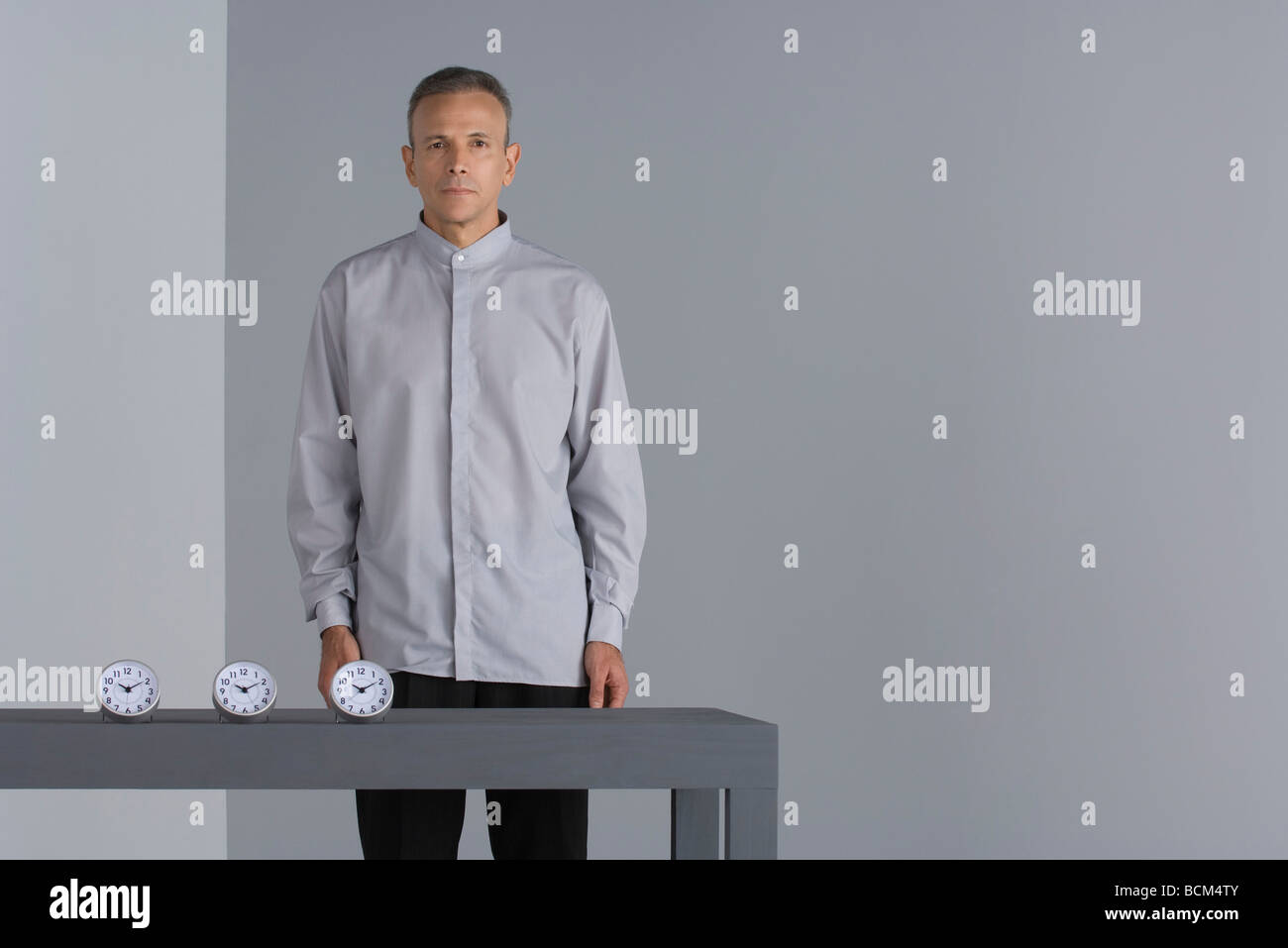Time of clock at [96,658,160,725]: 10:09
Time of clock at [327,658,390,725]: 10:09
